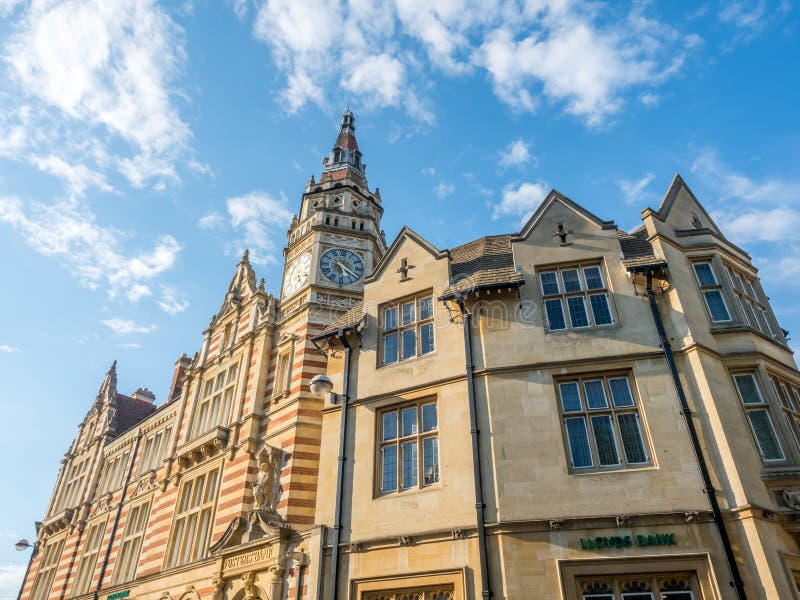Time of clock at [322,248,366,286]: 5:20
